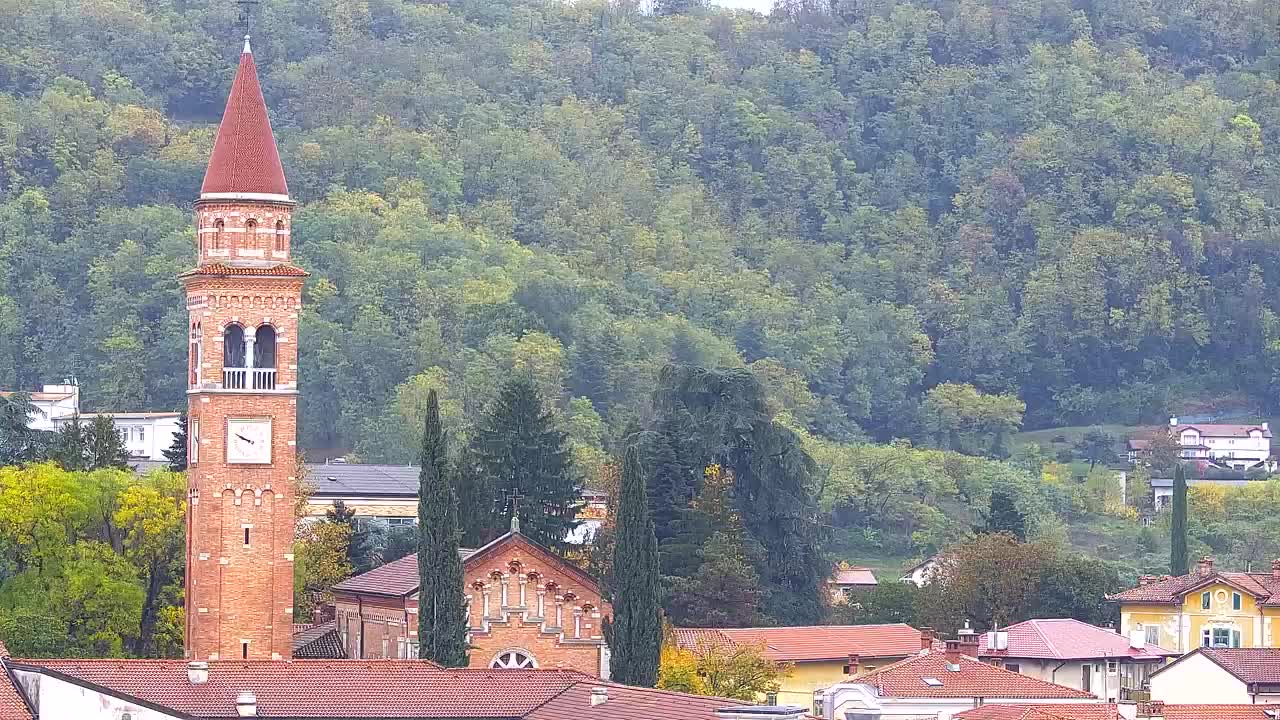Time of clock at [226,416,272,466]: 9:50
